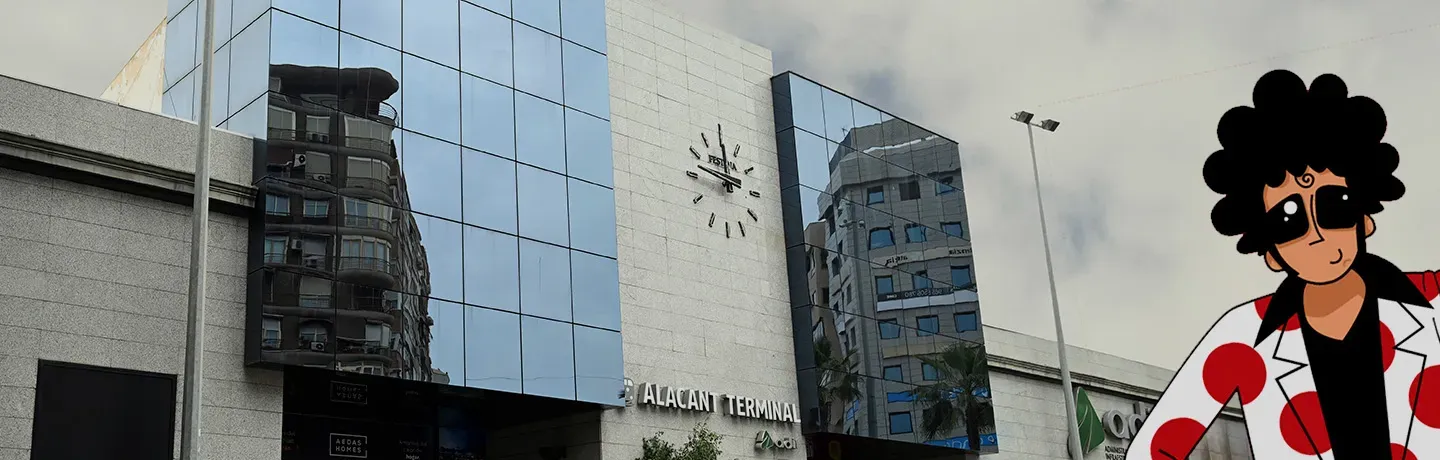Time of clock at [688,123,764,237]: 11:47
